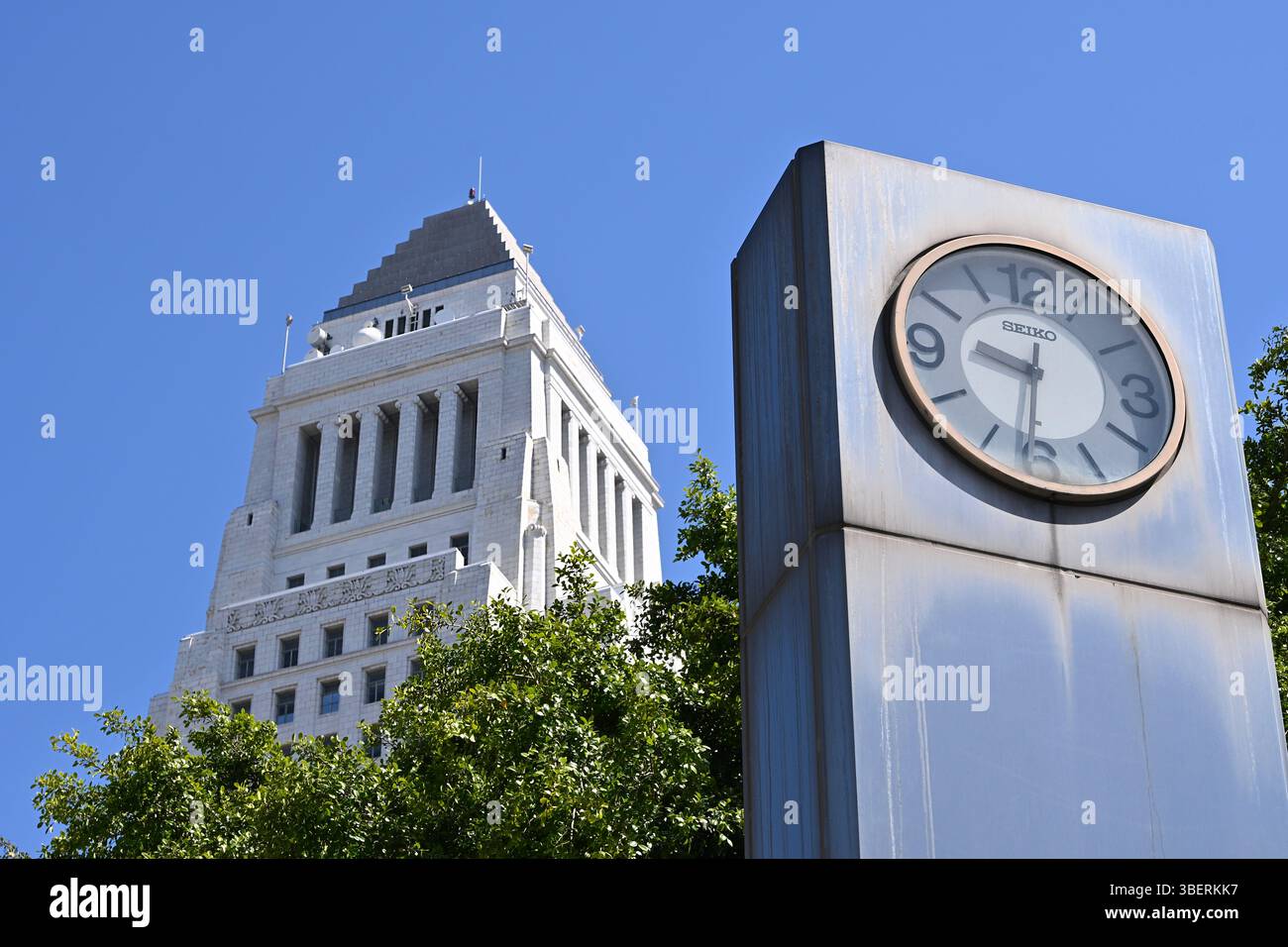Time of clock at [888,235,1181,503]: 9:31
